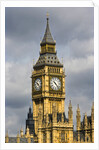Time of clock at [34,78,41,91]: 10:22
